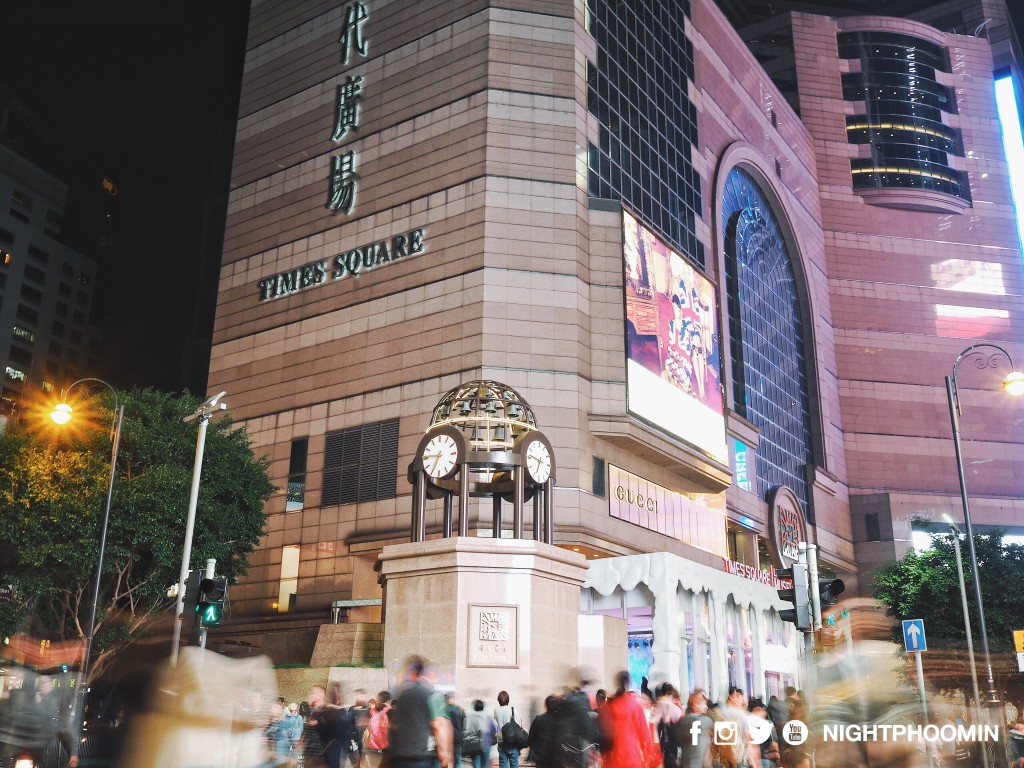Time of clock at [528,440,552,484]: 6:46
